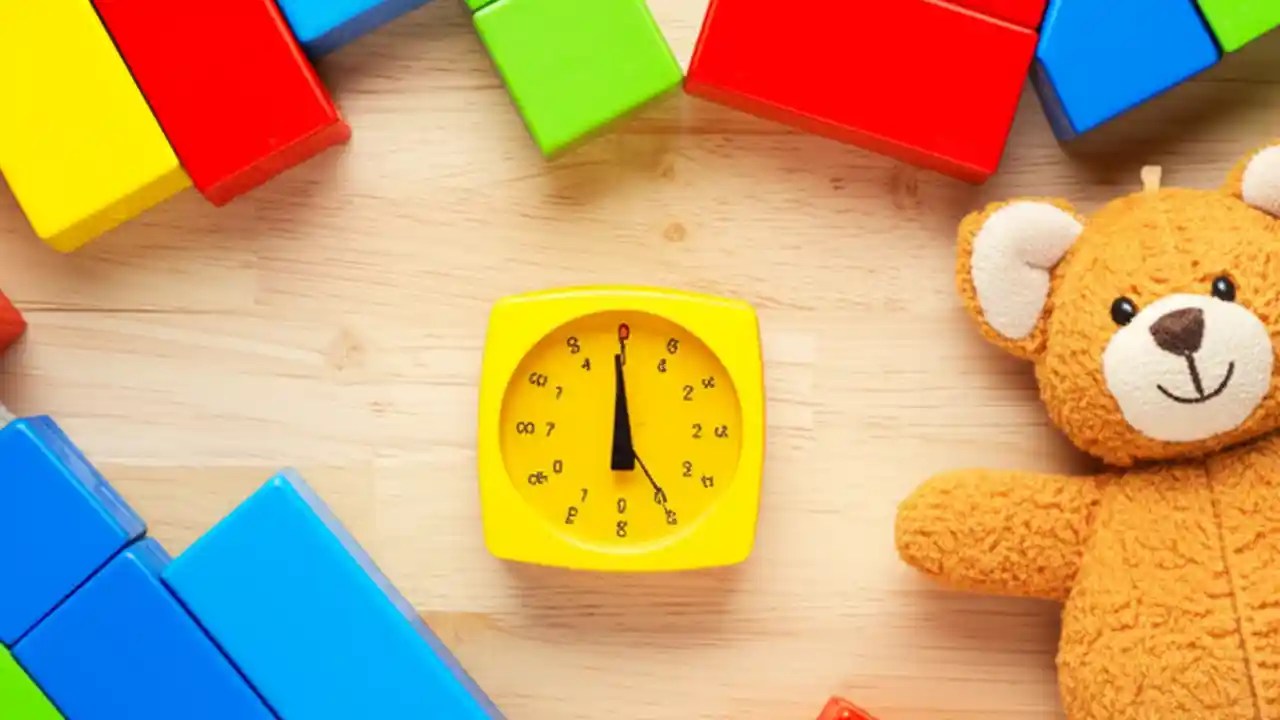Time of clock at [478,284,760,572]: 5:59
